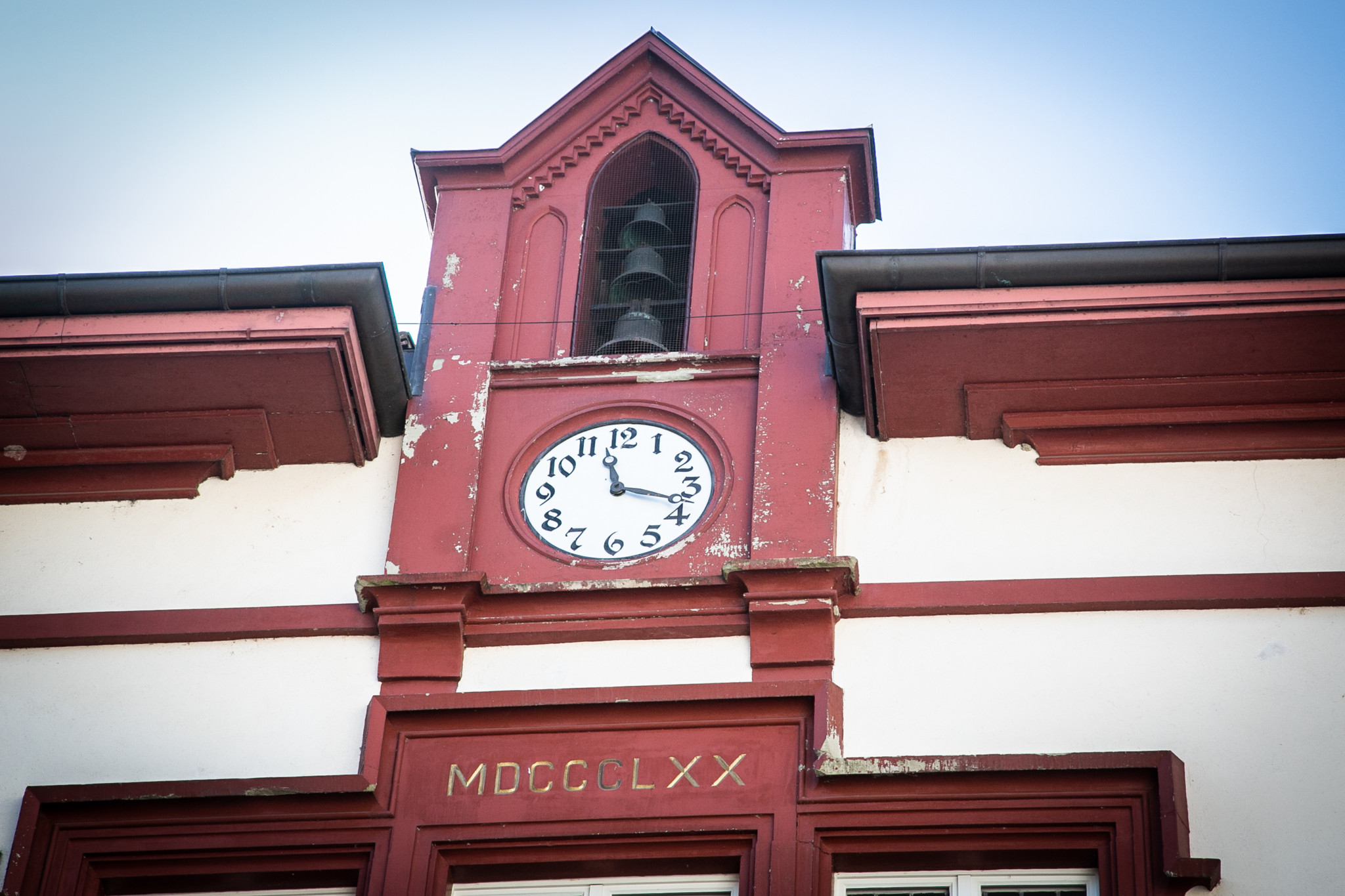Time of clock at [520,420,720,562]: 11:17
